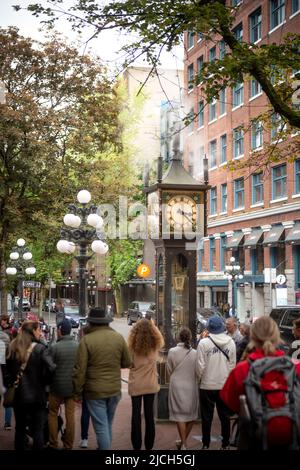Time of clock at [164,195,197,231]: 3:22
